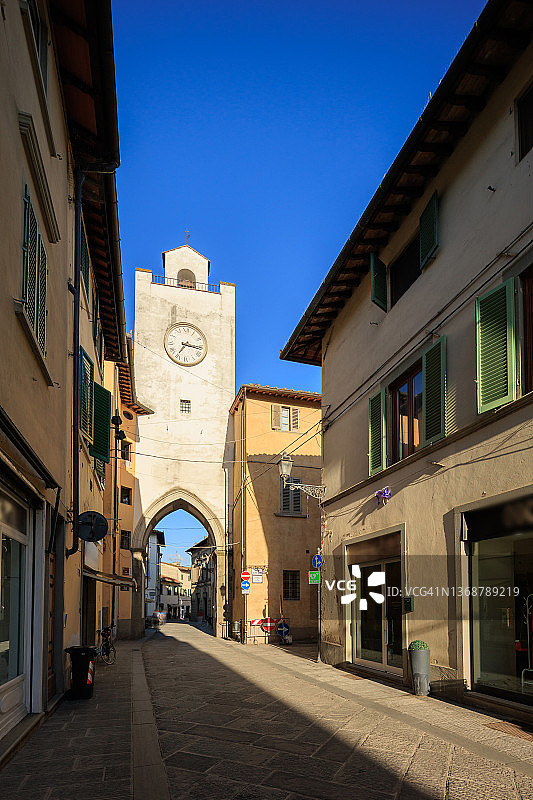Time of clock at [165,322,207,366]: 7:15
